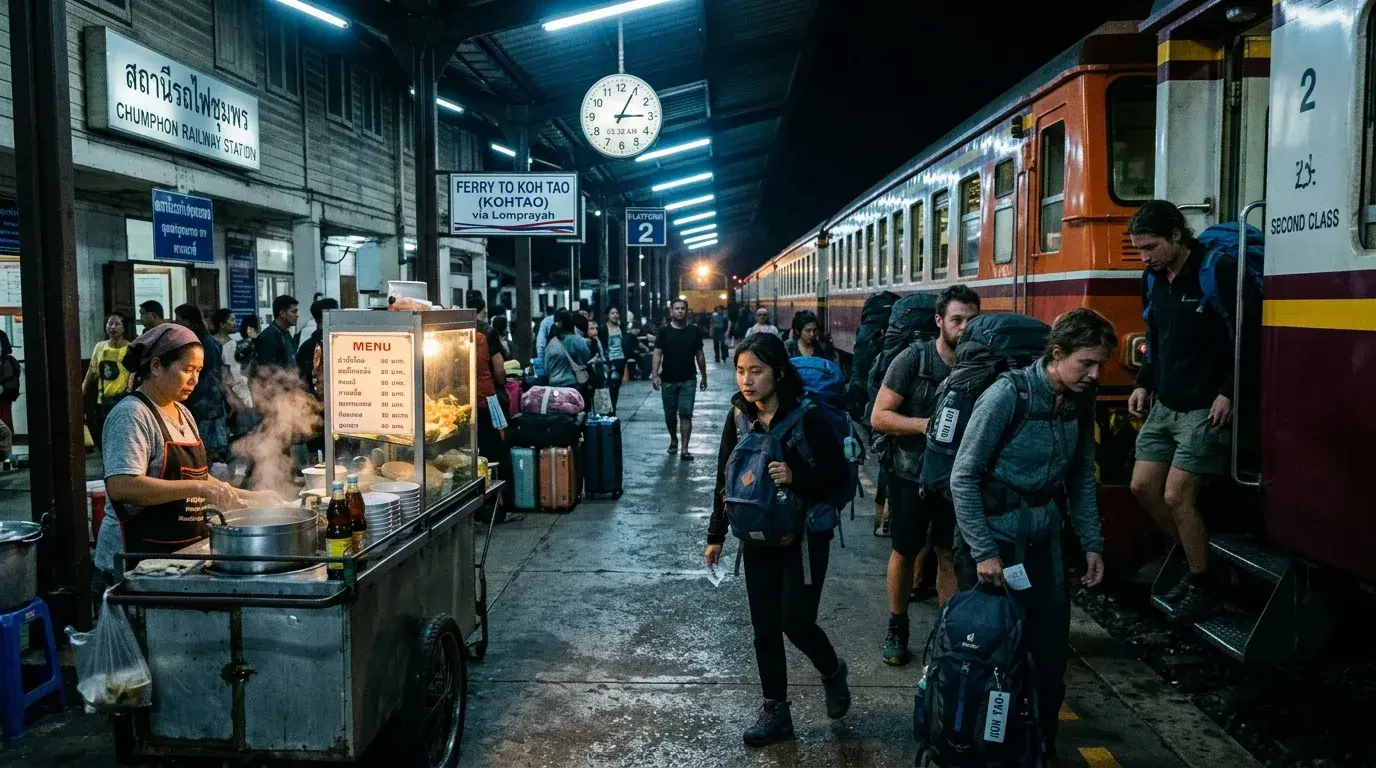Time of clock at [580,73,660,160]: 3:04
